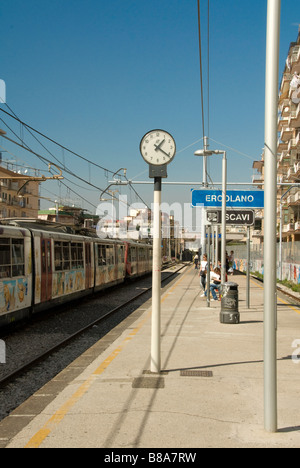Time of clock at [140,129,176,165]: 1:21
